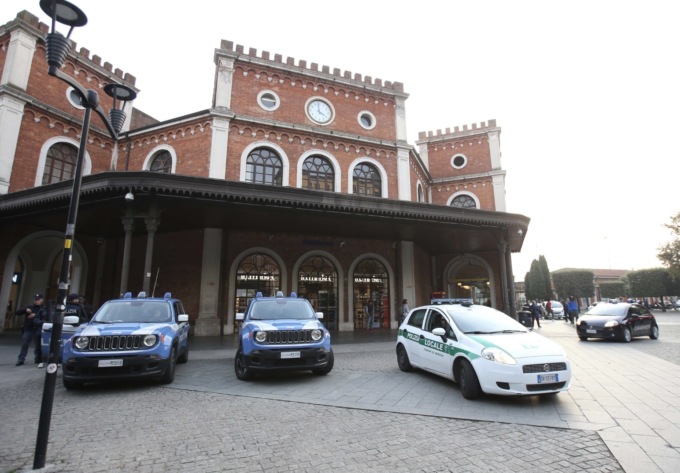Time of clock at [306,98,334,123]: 3:58
